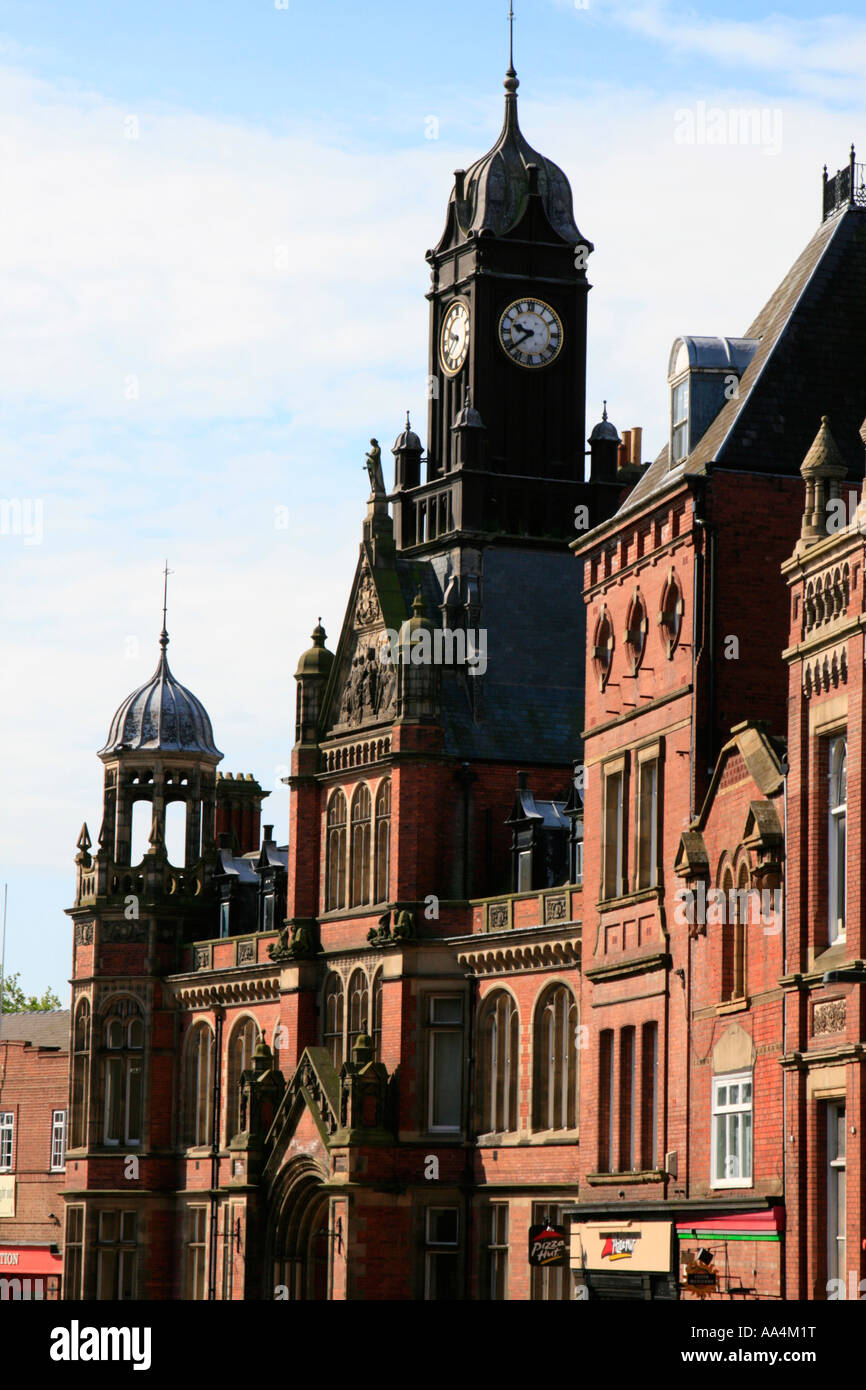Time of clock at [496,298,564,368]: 9:38
